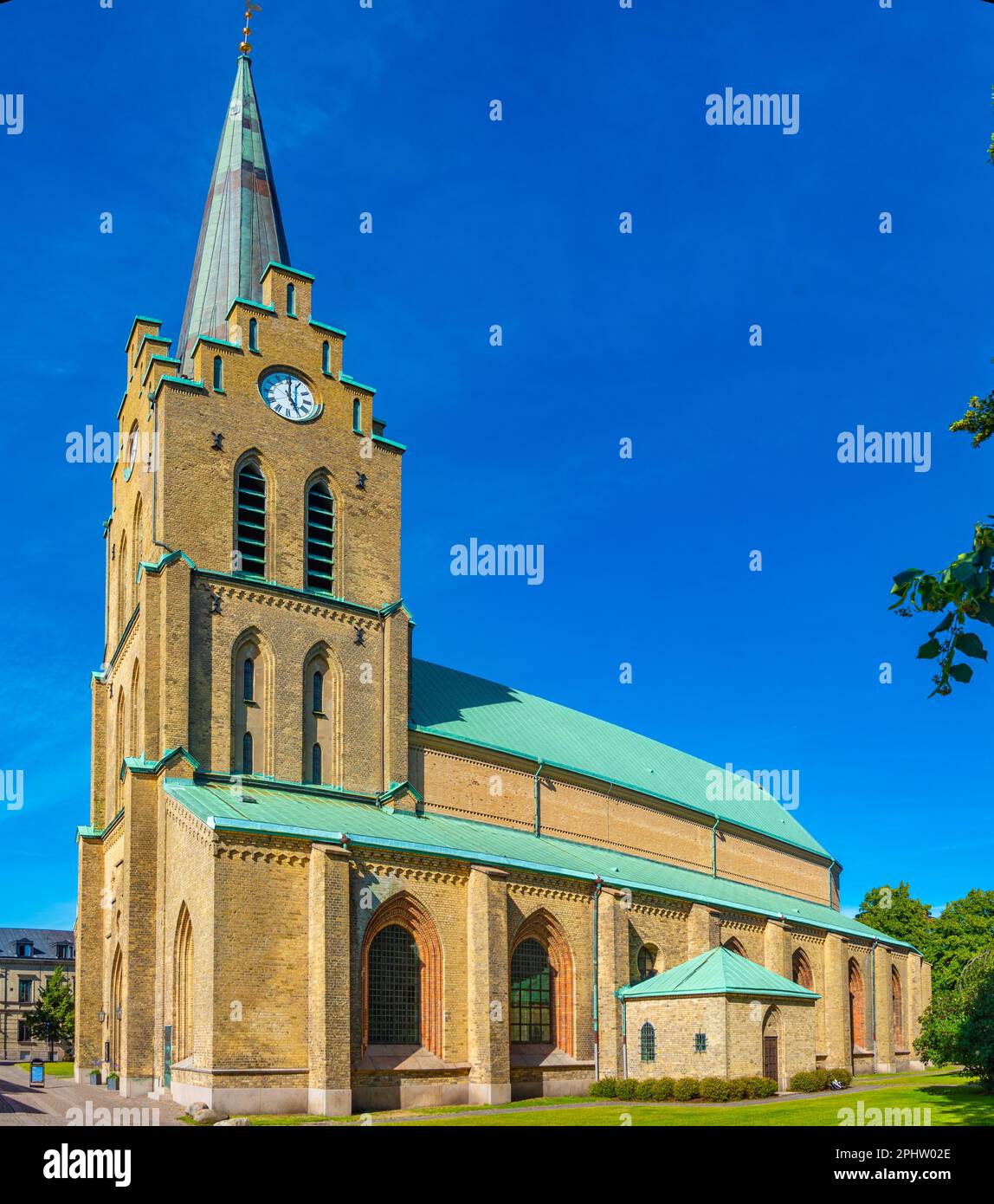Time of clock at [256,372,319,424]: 5:00
